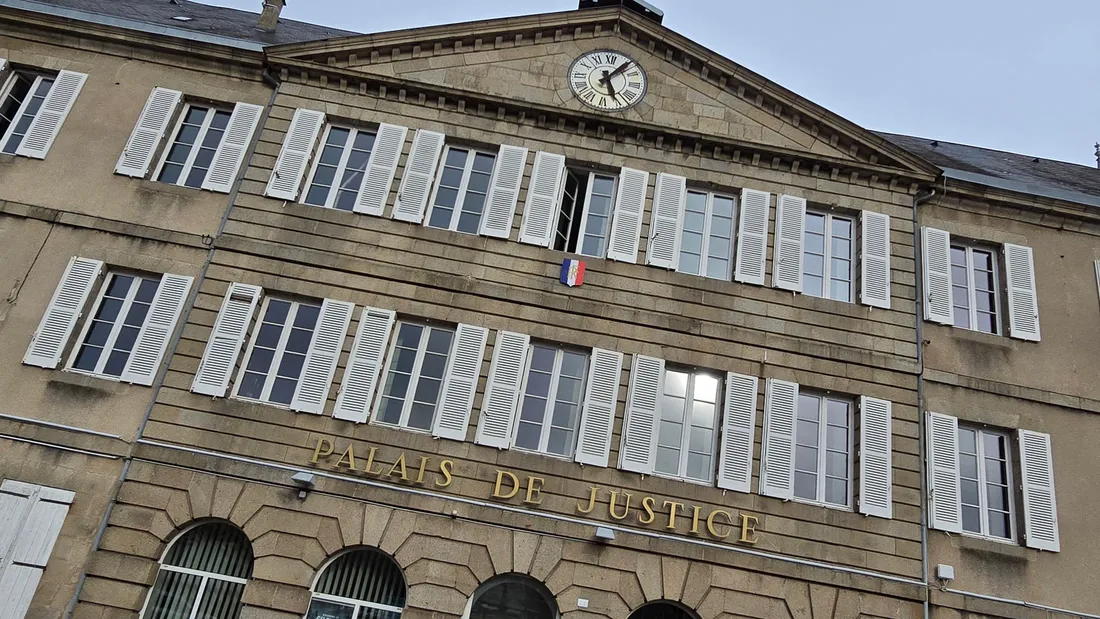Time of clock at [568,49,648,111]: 5:05
